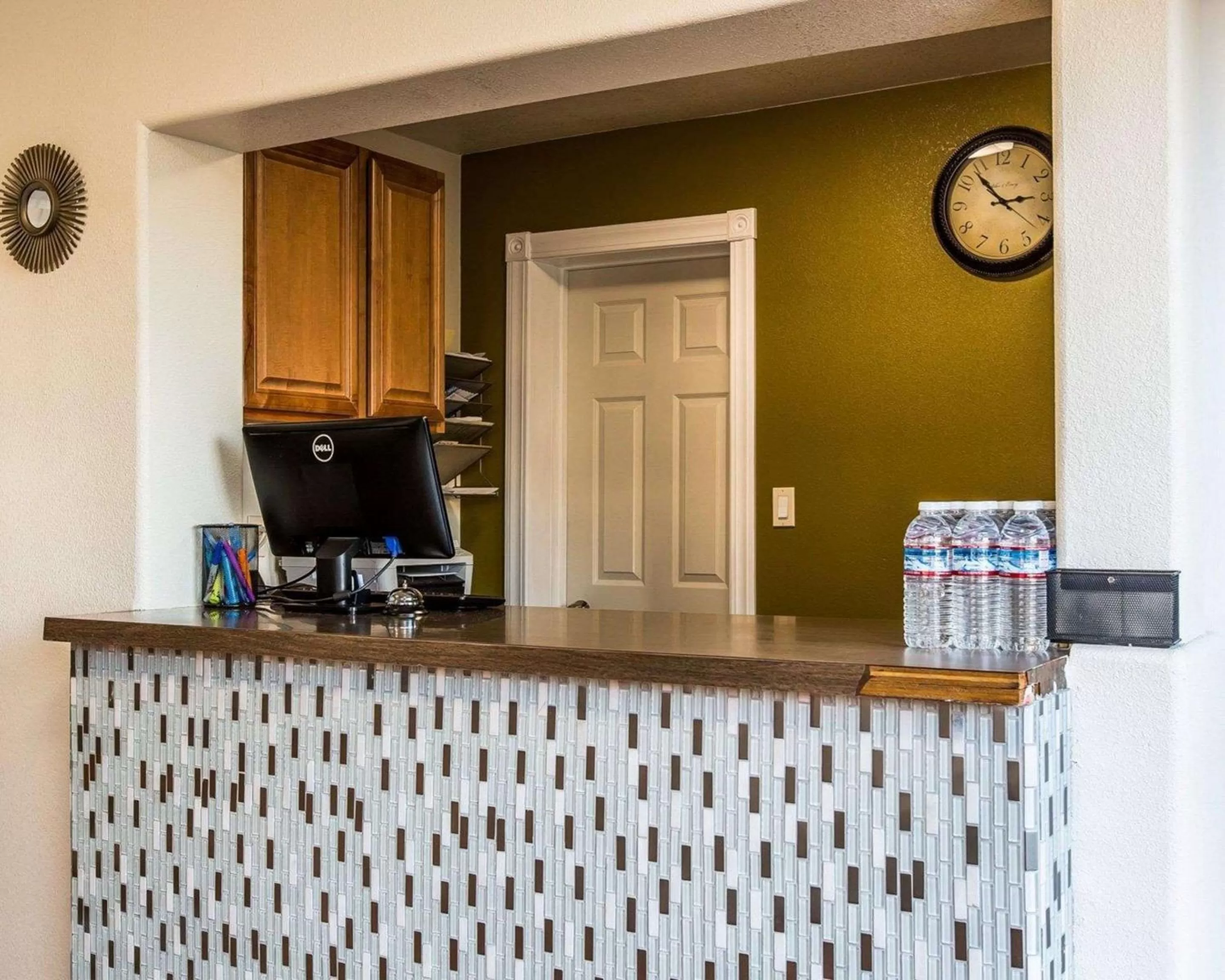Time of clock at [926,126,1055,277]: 2:53
